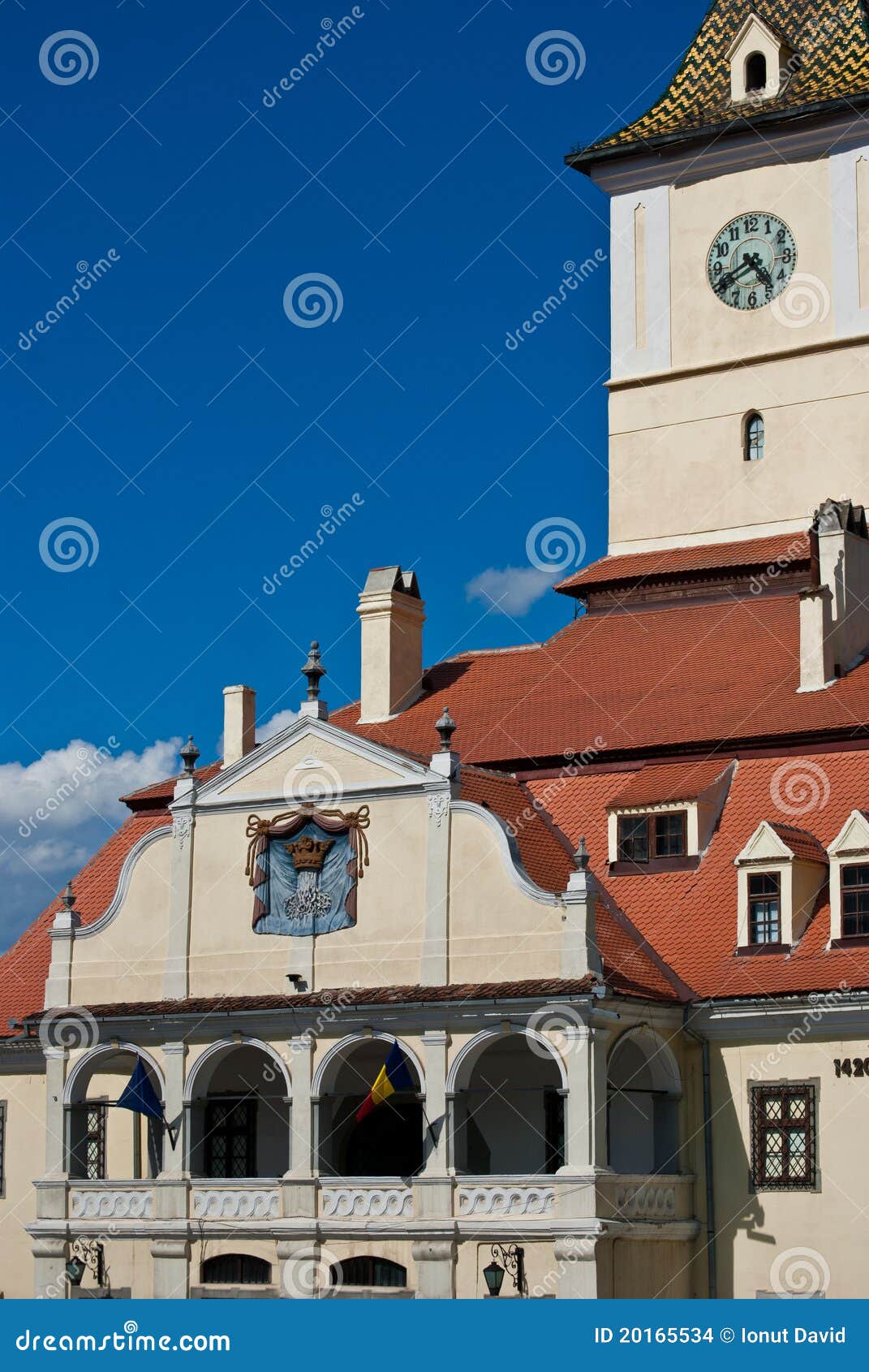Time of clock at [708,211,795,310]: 4:40
